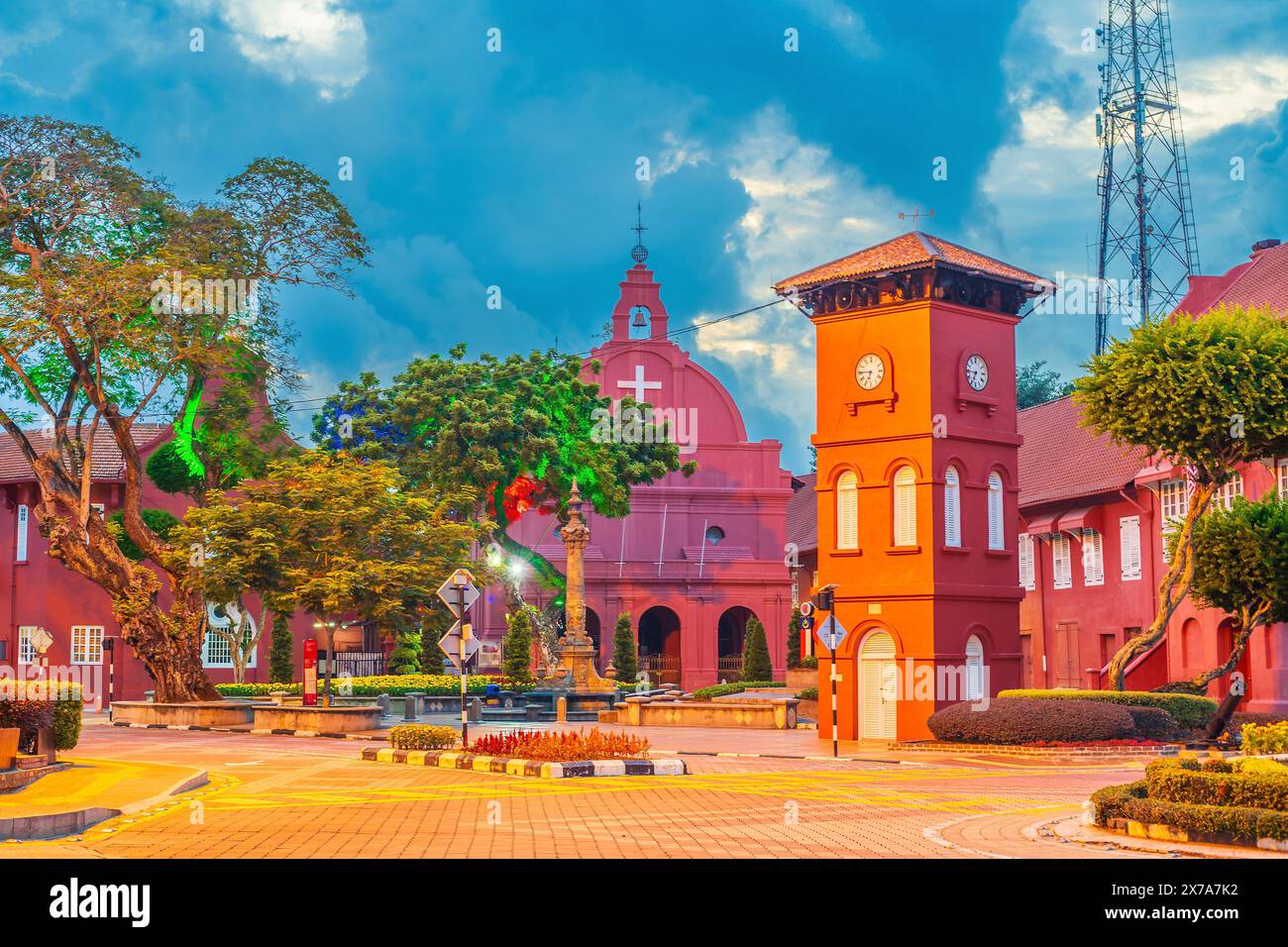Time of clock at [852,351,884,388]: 6:45
